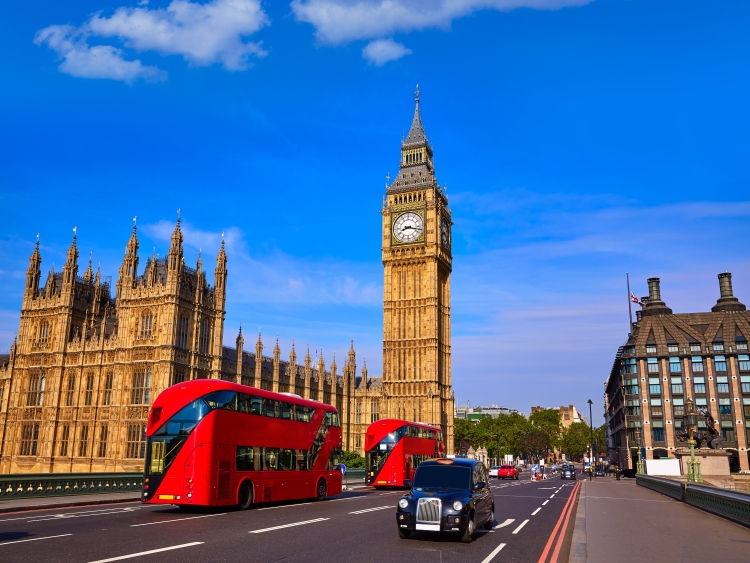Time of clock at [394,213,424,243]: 8:17
